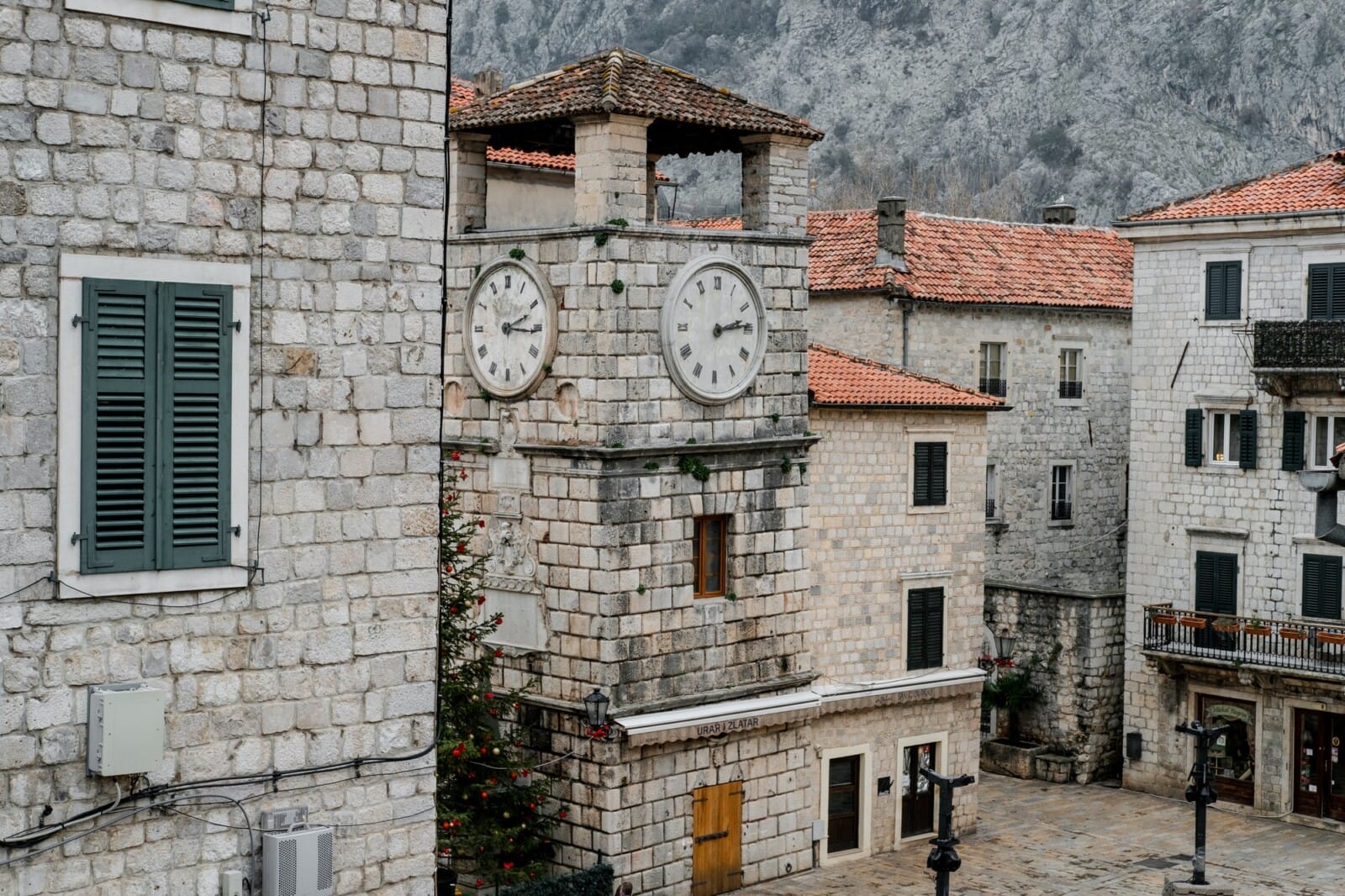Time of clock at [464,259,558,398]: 2:15
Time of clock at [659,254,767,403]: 2:13
